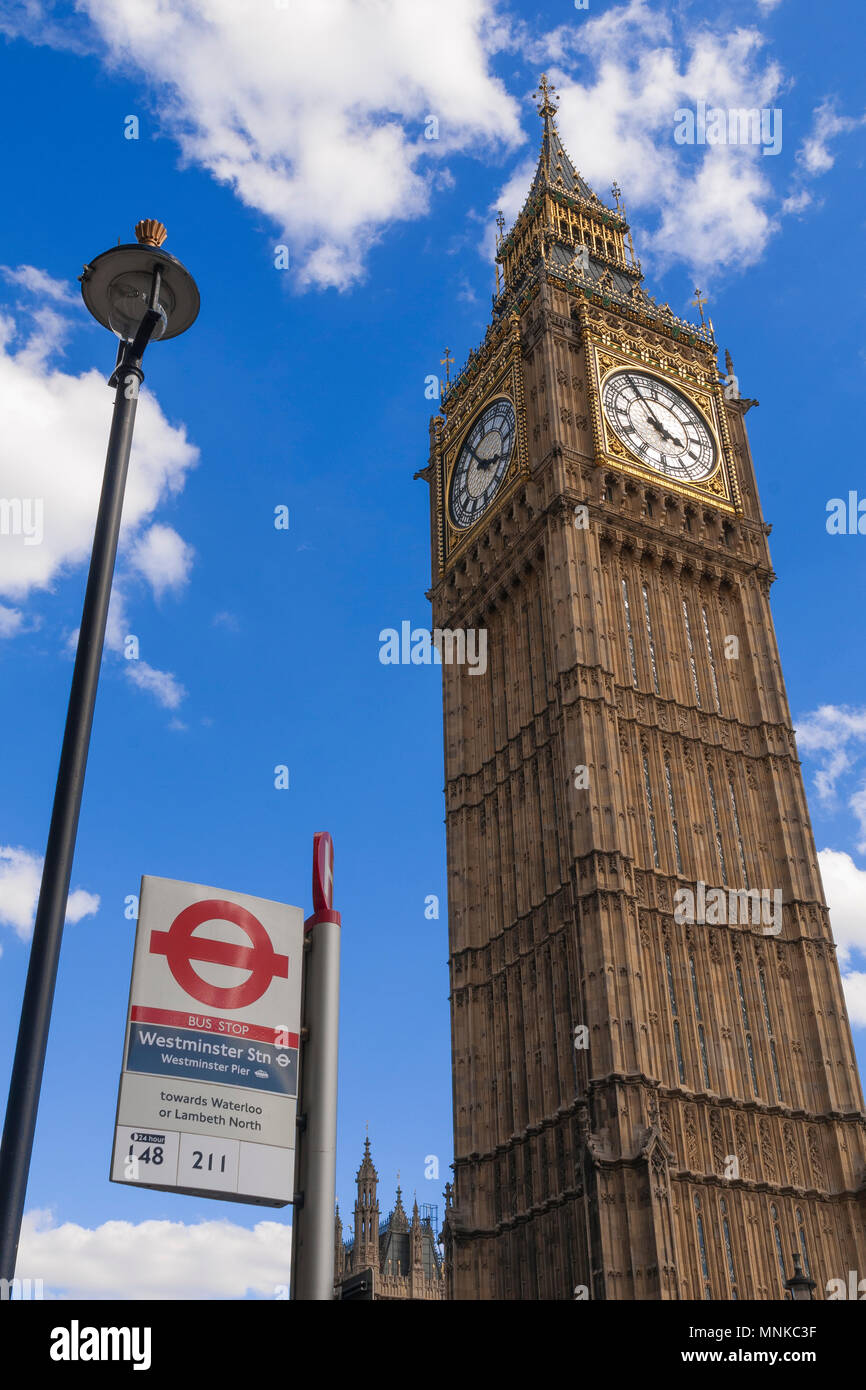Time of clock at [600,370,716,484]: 3:54
